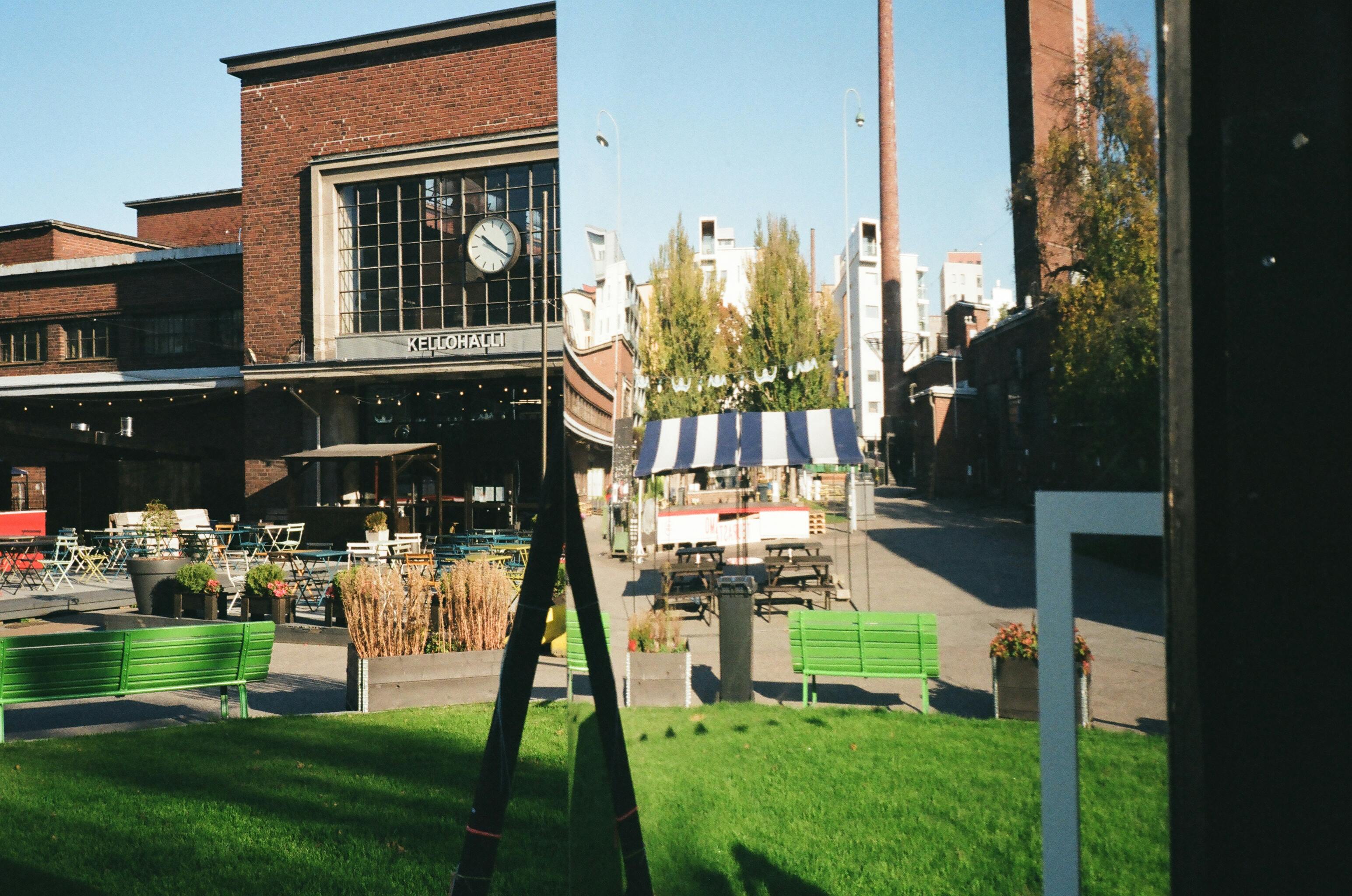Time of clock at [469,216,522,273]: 10:20
